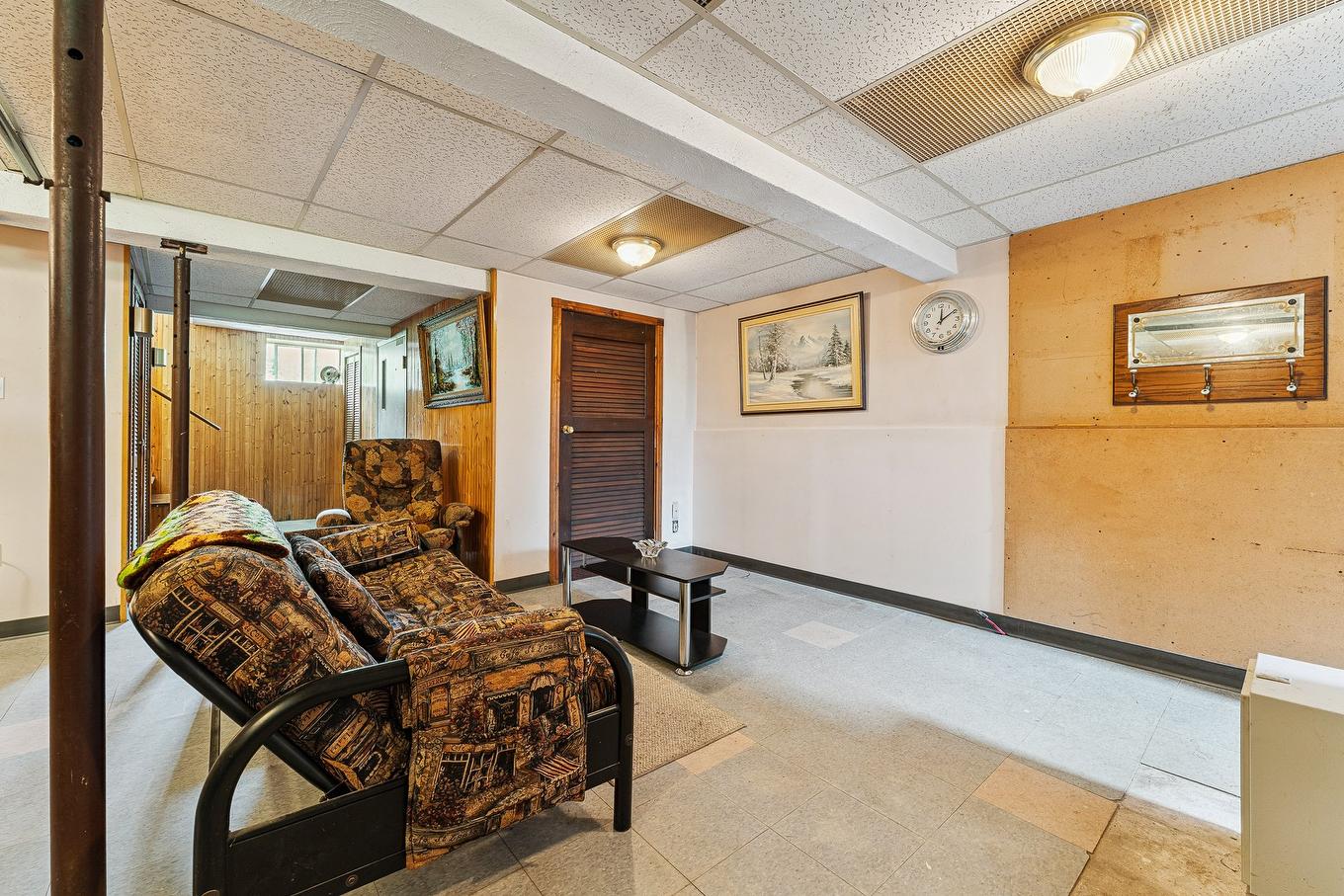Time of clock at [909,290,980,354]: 12:09
